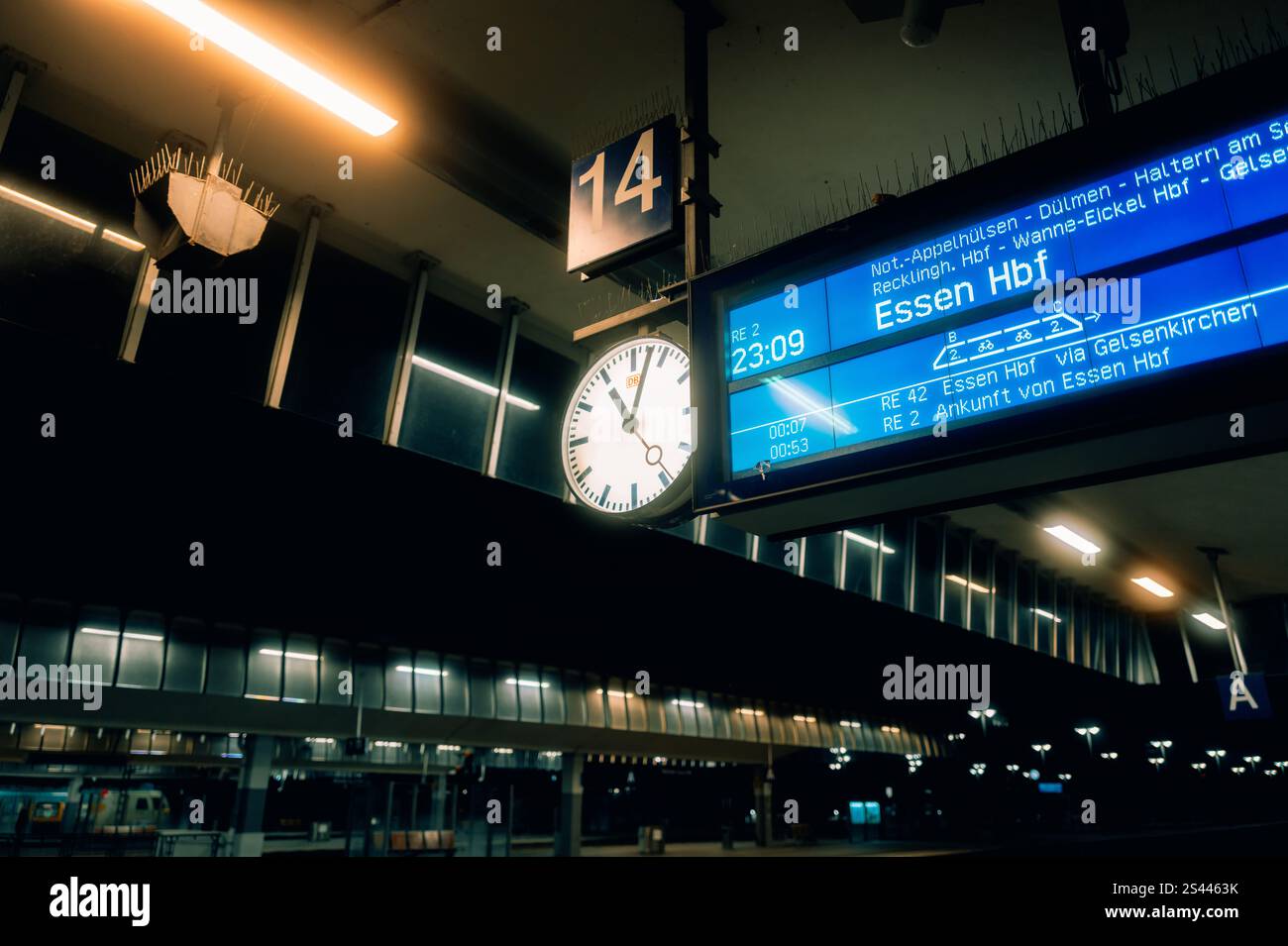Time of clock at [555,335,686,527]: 11:02
